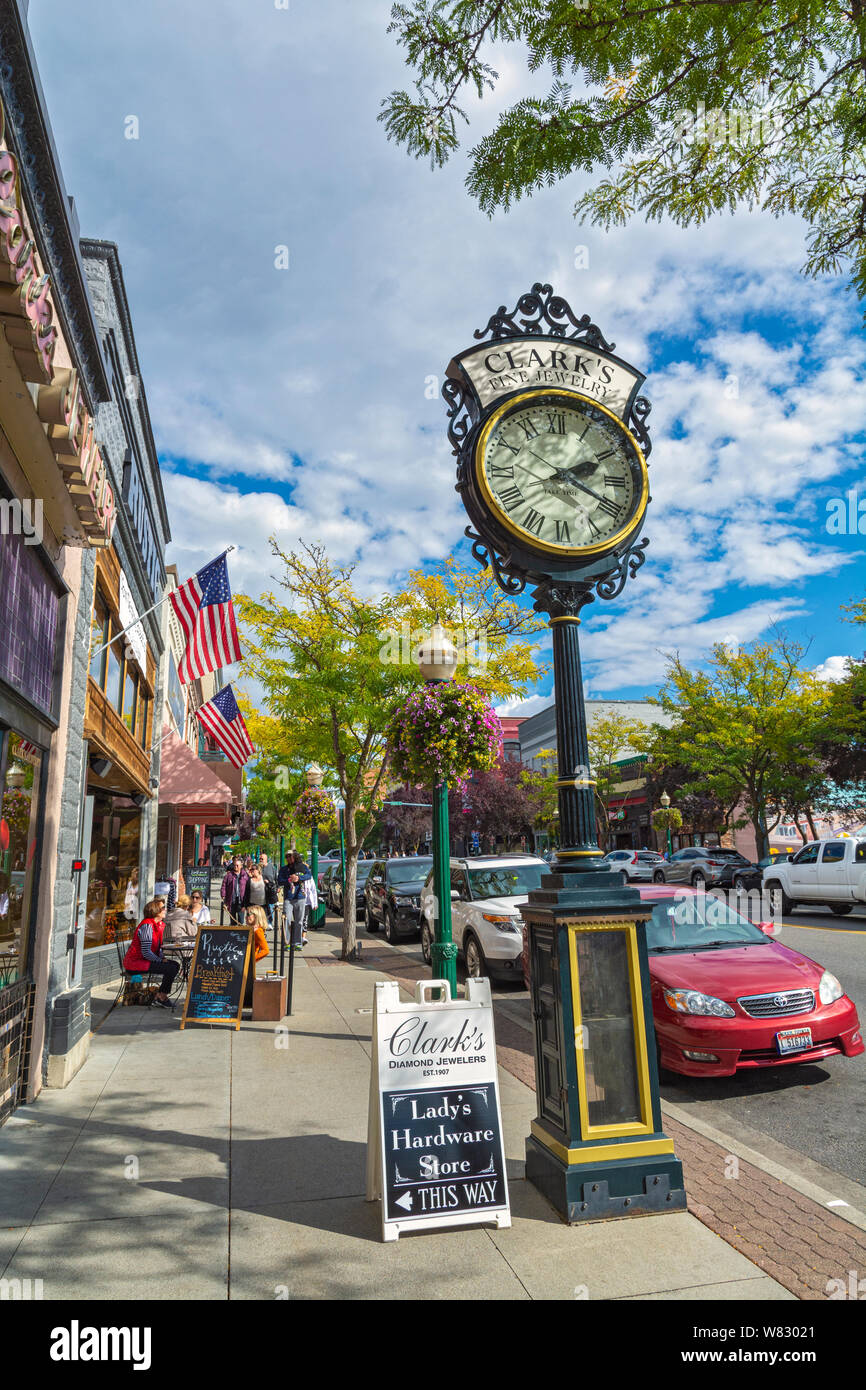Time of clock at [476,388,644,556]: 2:19
